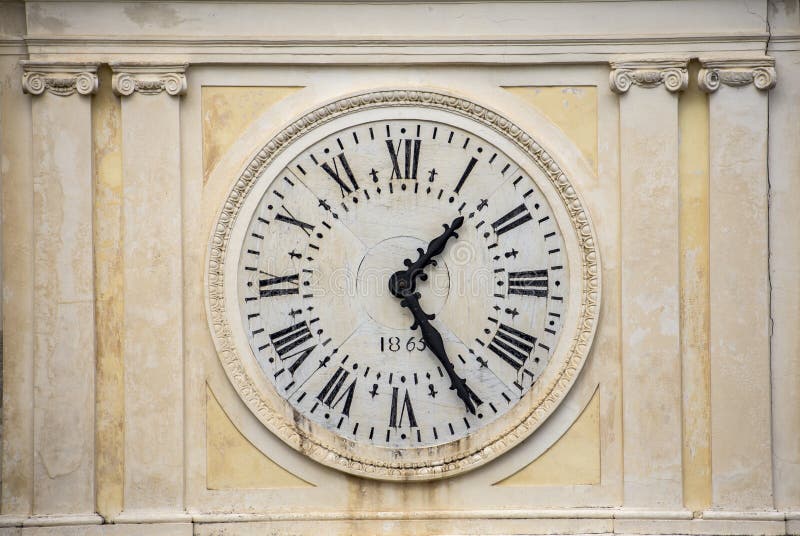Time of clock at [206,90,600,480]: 1:24
